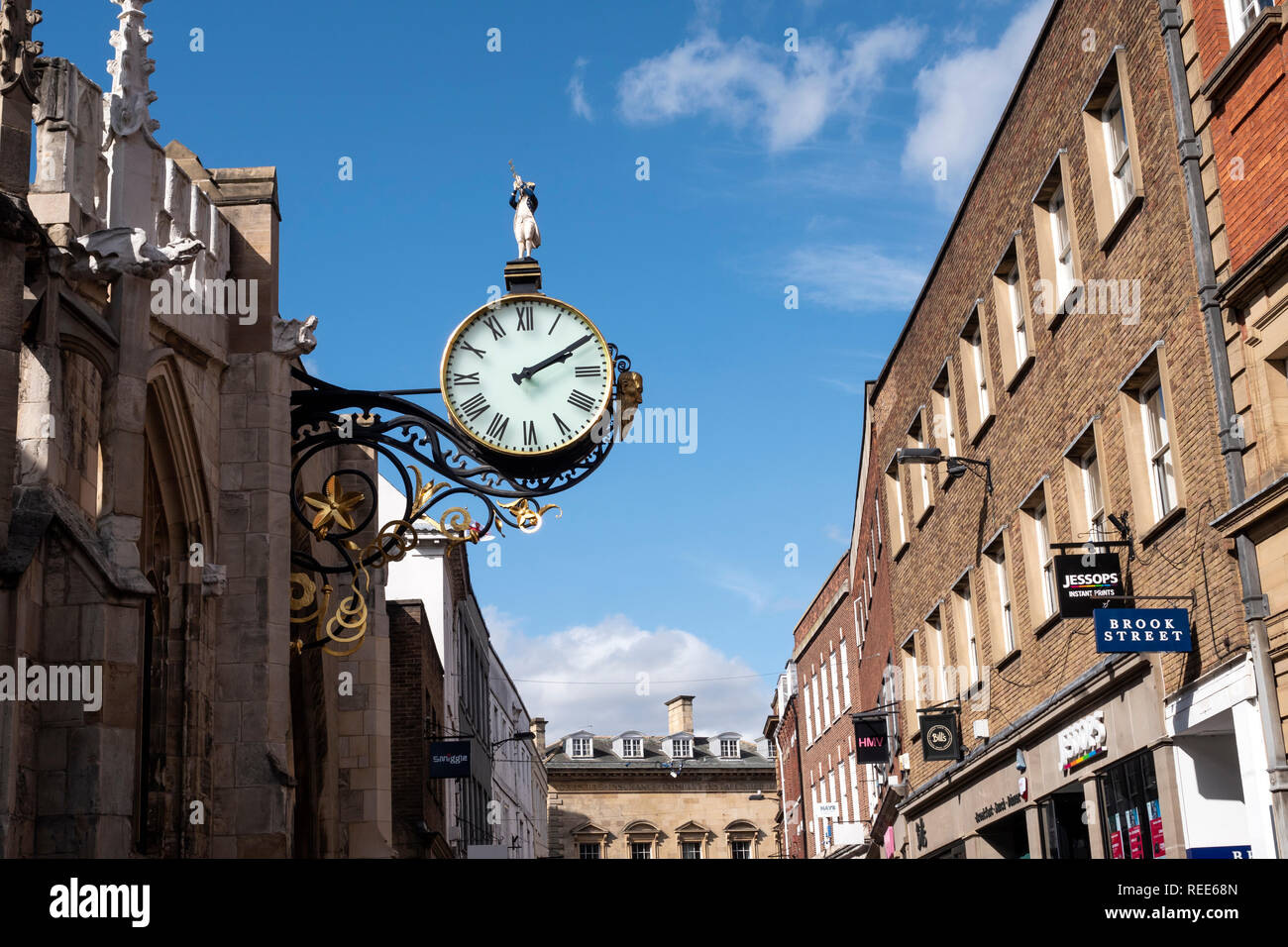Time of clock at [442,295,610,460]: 2:09
